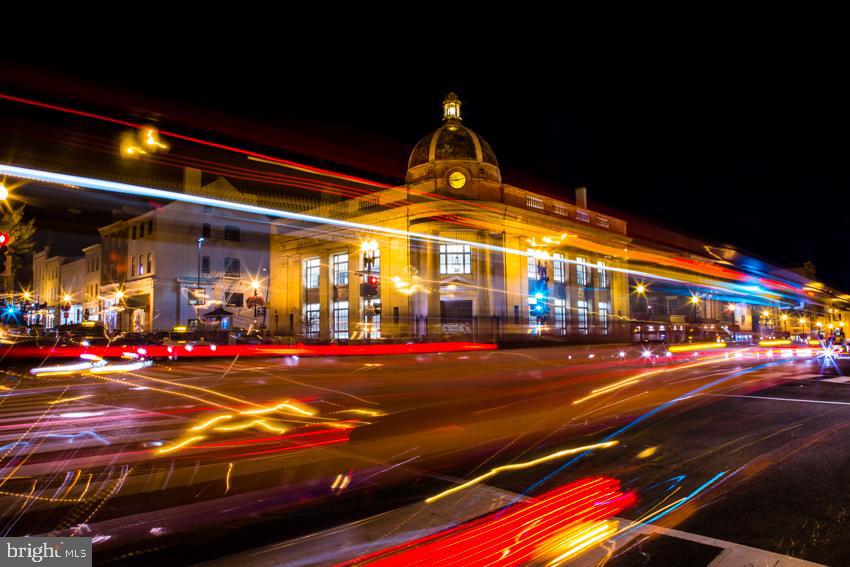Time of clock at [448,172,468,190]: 9:12
